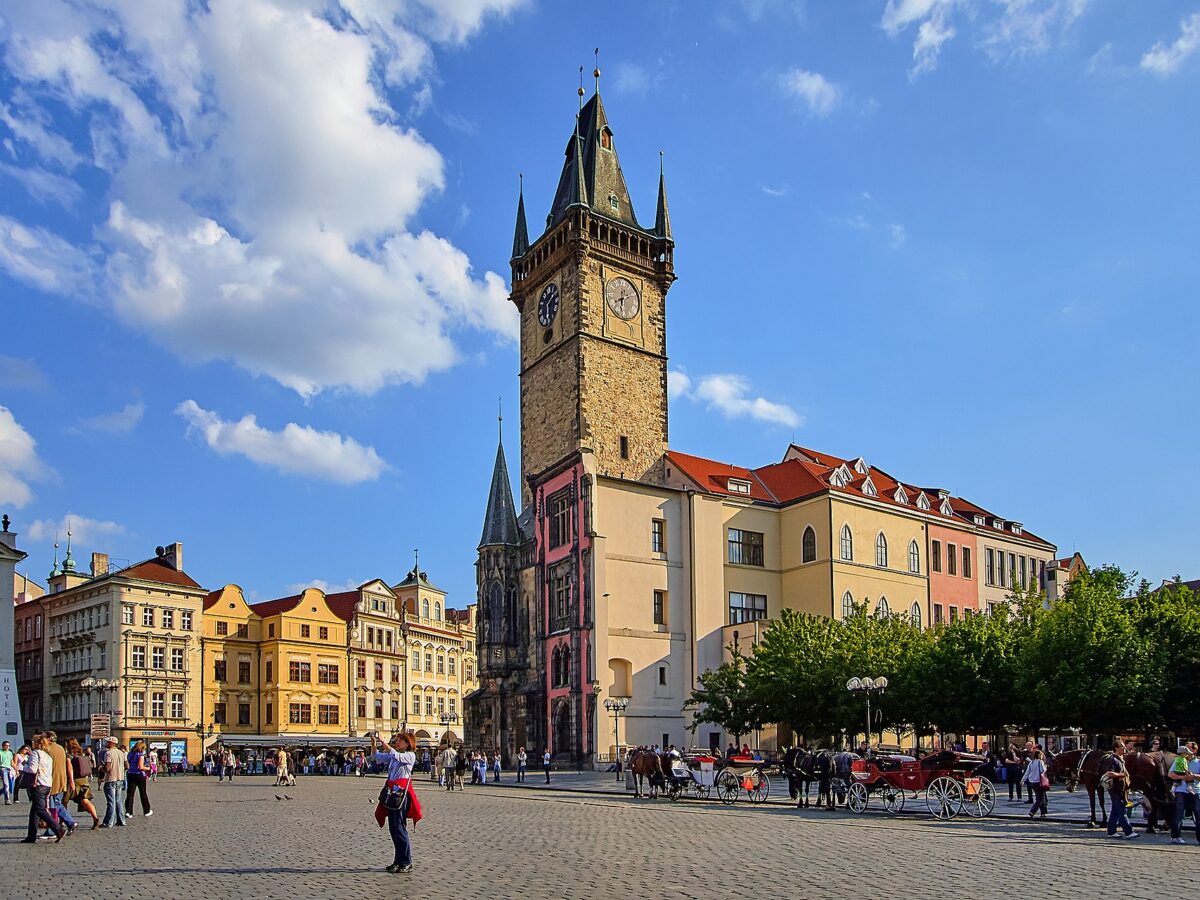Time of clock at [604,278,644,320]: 6:10
